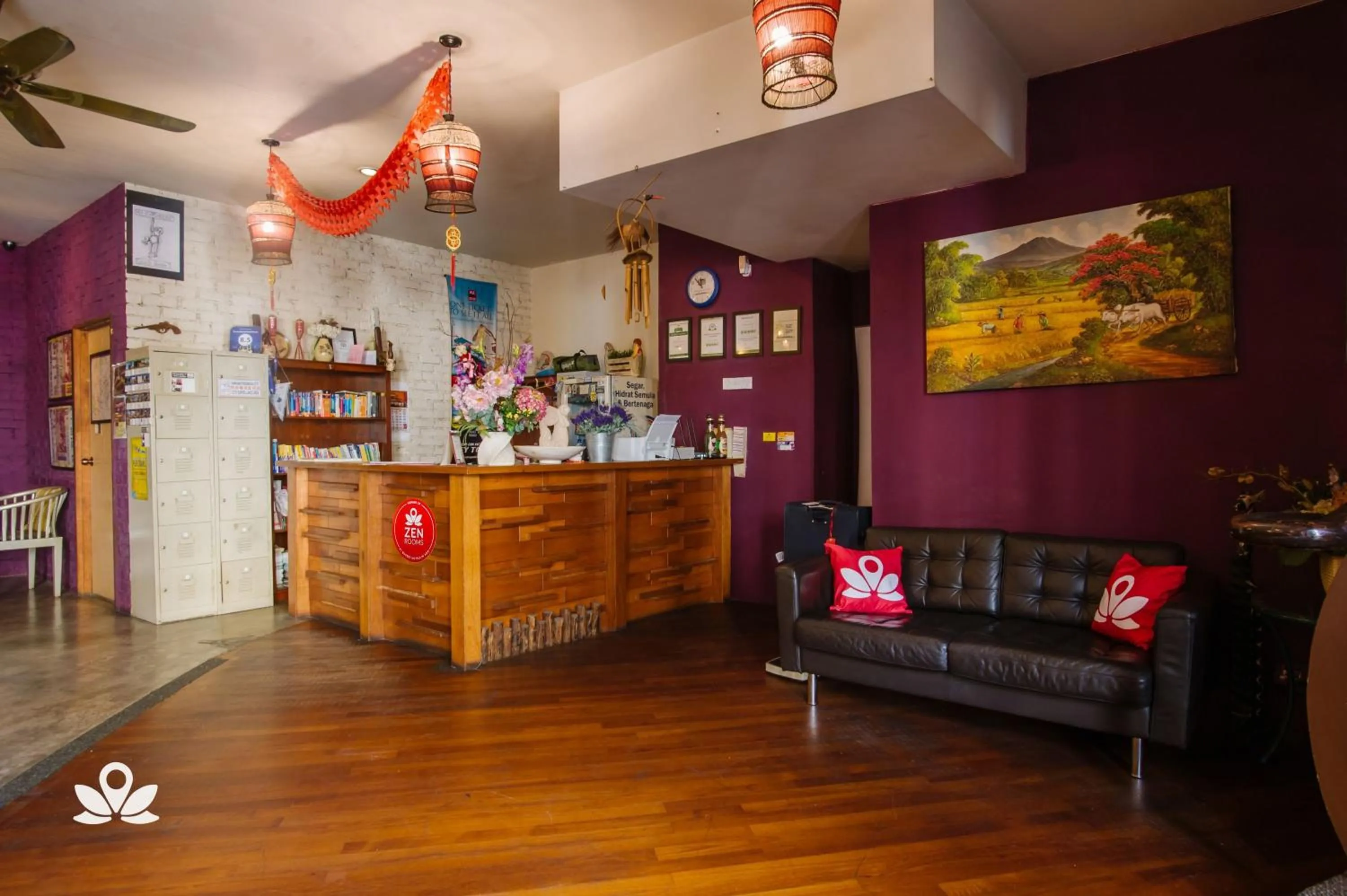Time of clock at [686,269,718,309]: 11:53
